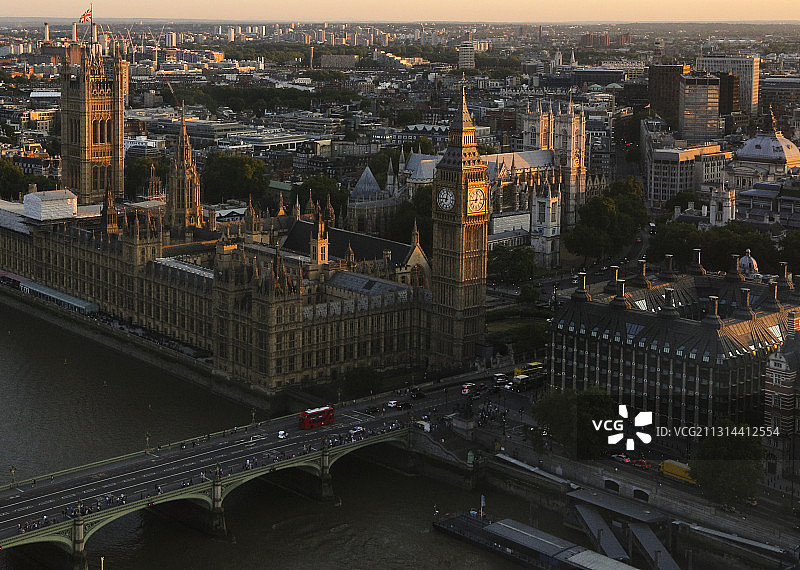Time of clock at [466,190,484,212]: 9:01
